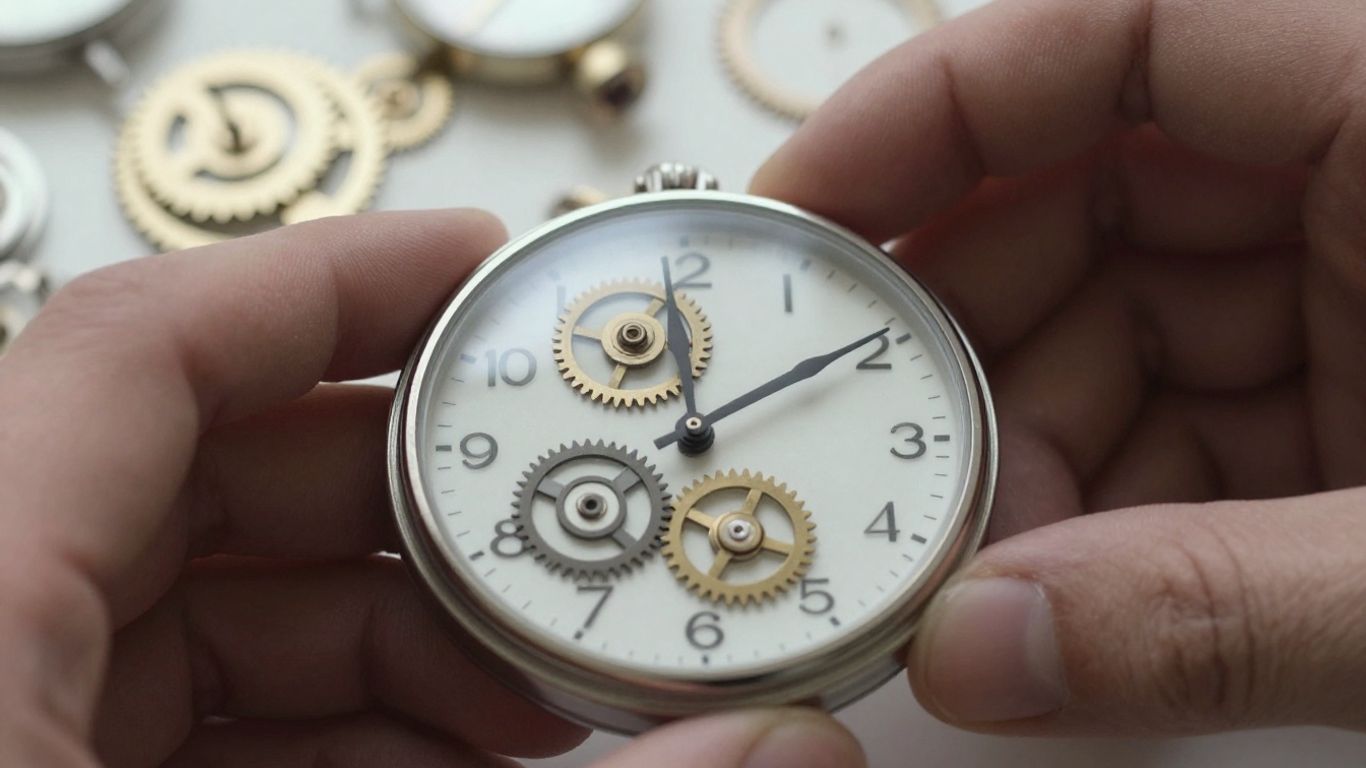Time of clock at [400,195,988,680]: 12:09
